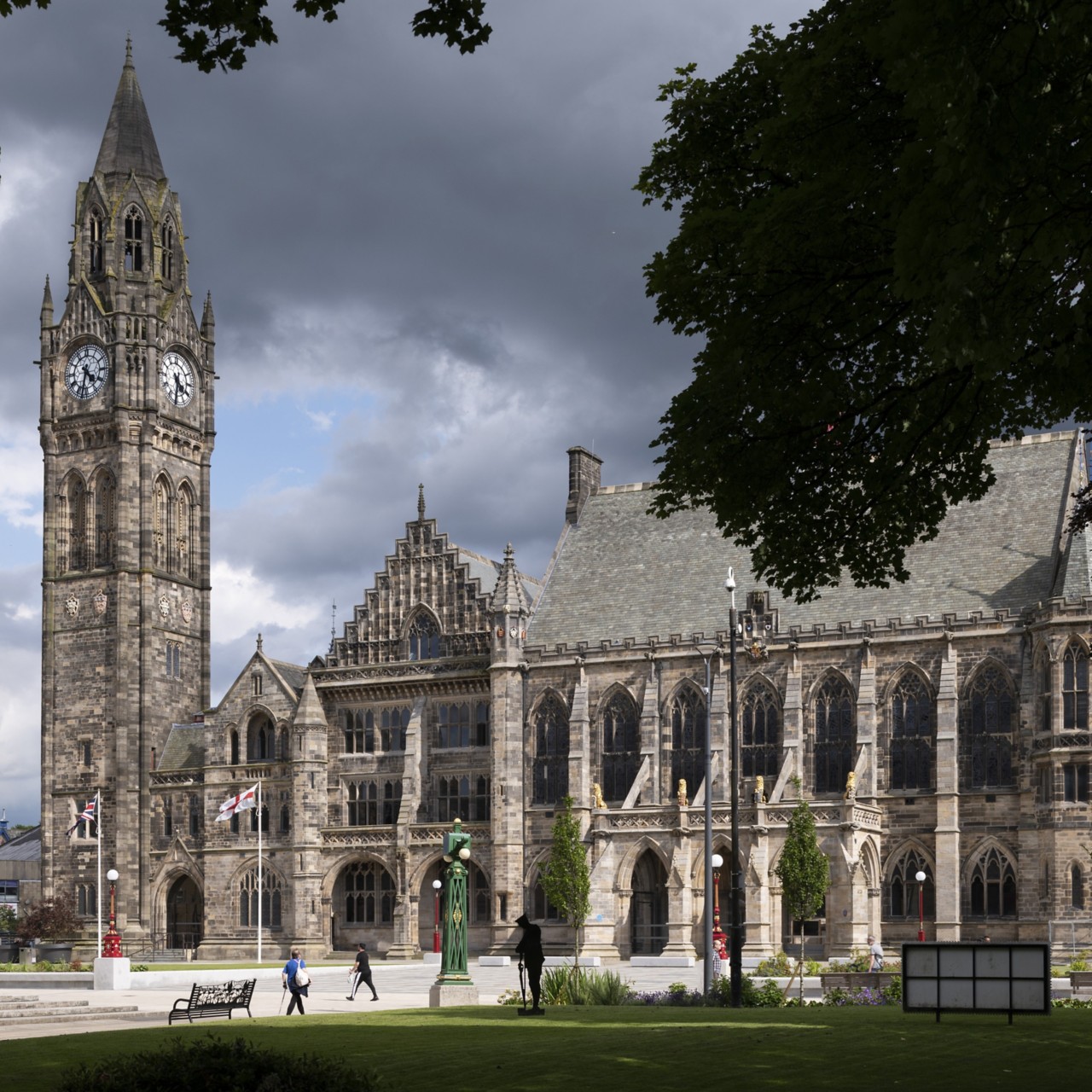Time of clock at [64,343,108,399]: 4:32
